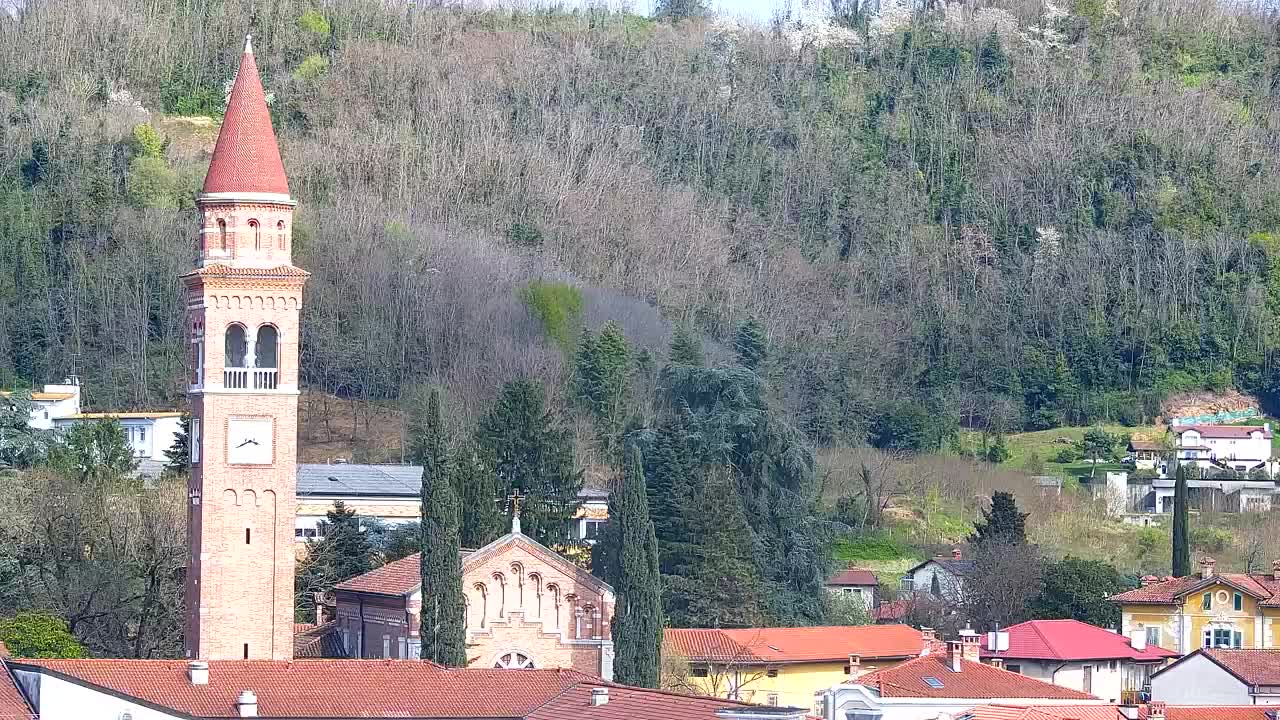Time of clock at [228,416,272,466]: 3:40
